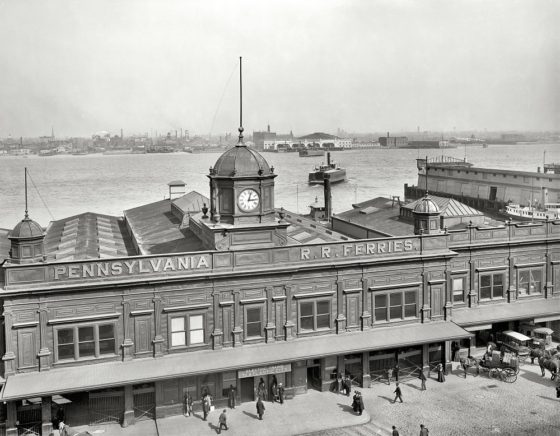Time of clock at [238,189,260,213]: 3:02
